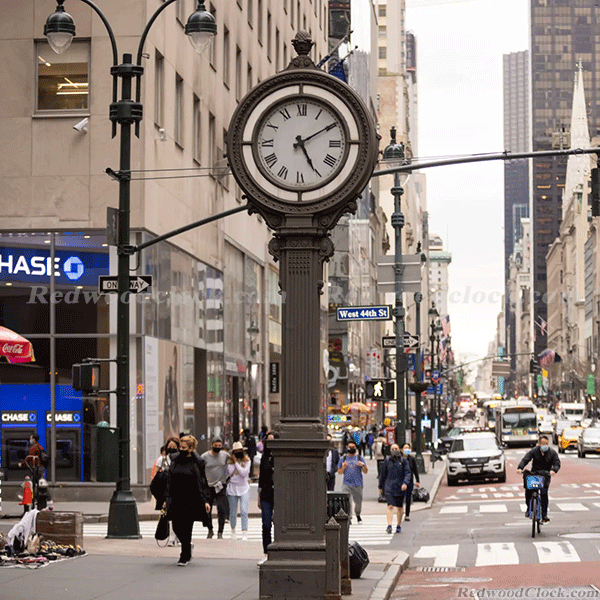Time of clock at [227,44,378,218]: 5:09
